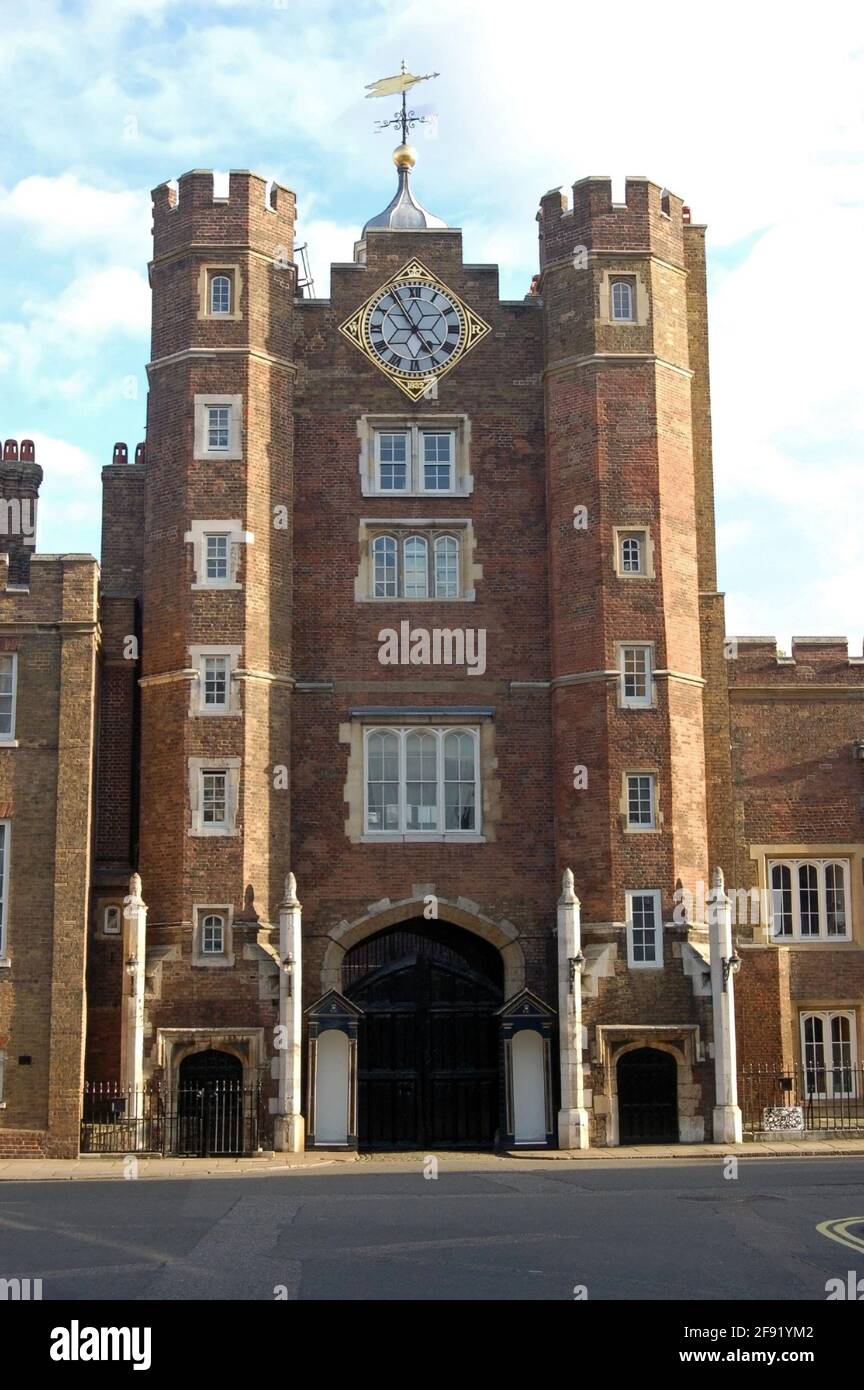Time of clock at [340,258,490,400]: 4:54
